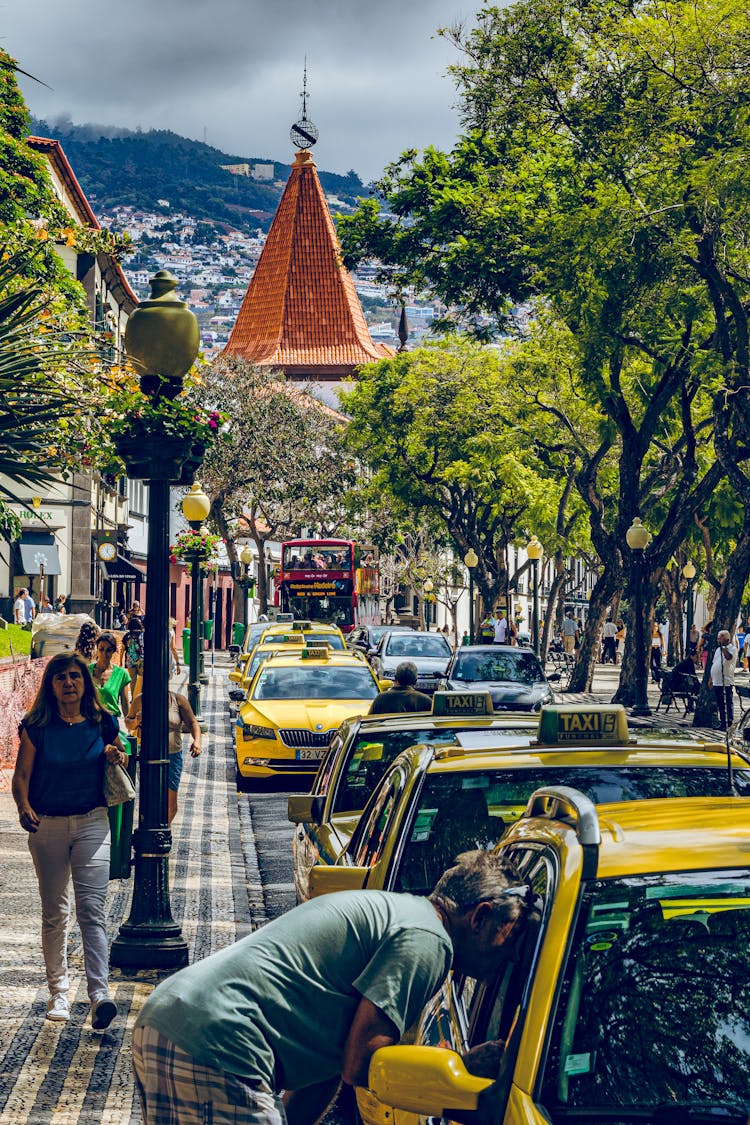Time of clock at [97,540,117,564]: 12:24
